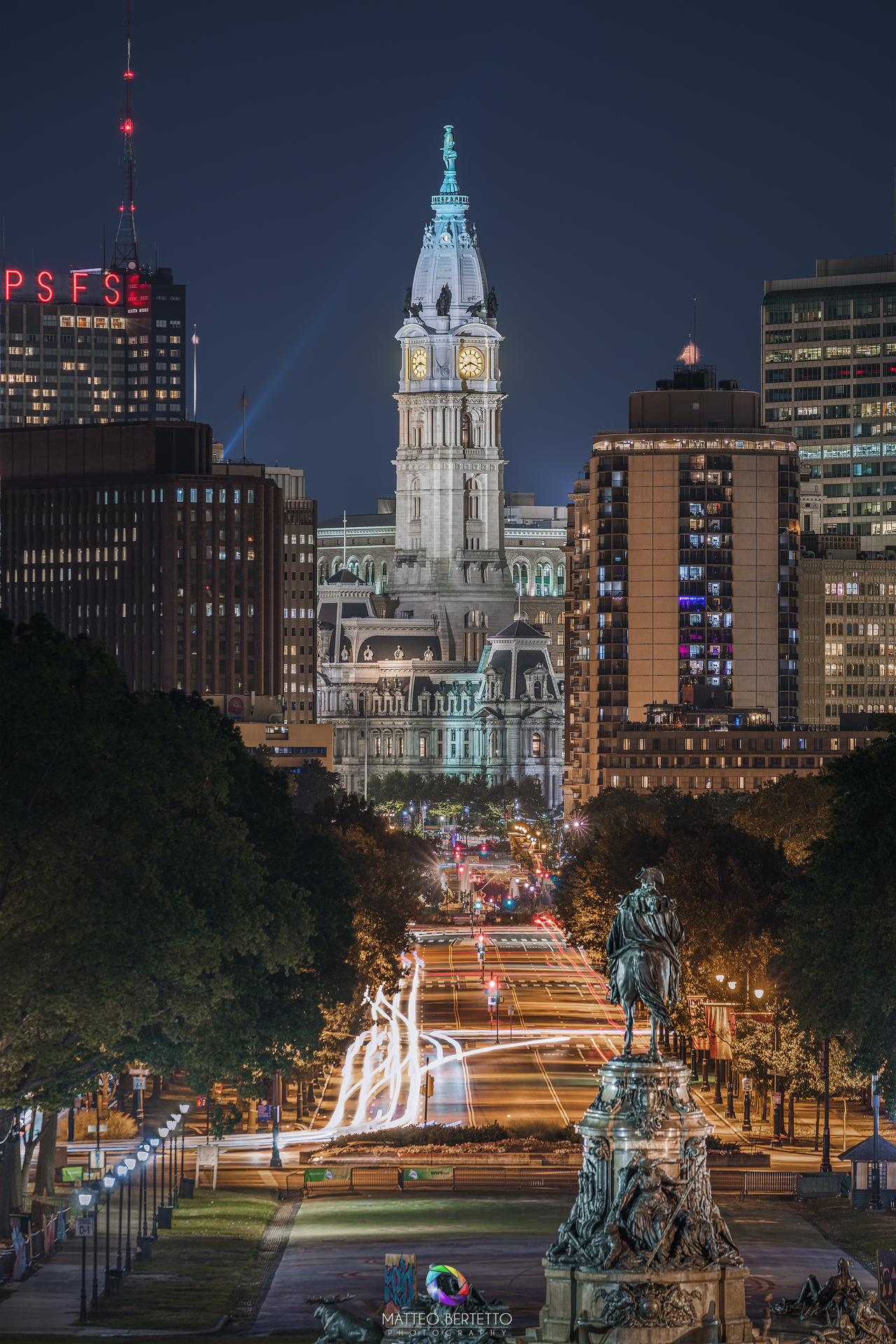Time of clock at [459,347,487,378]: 8:18
